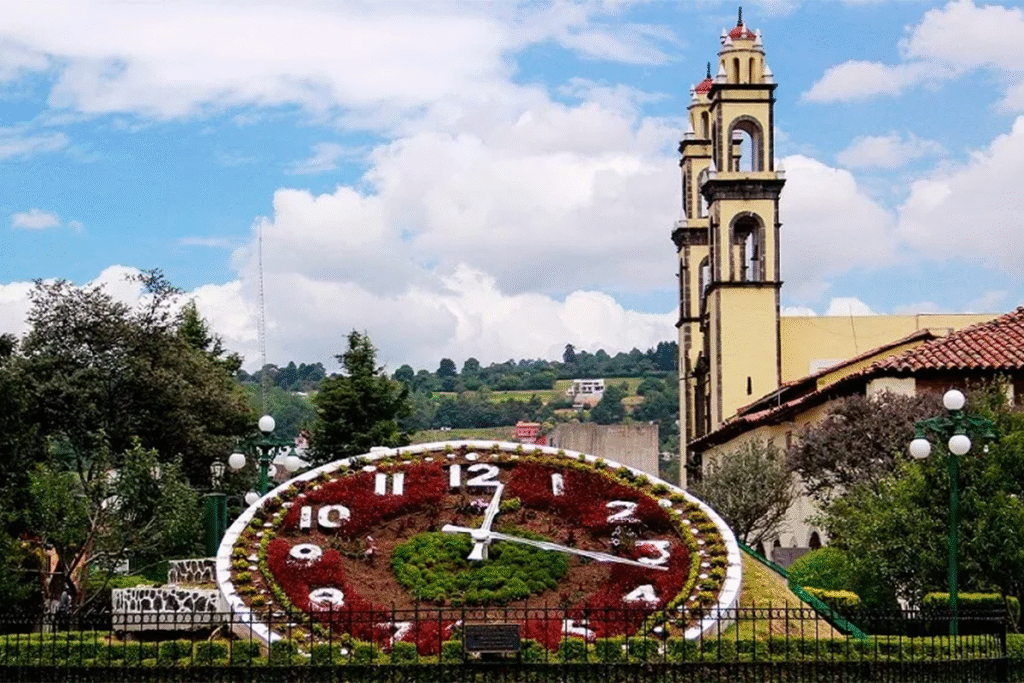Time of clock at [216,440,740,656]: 12:17
